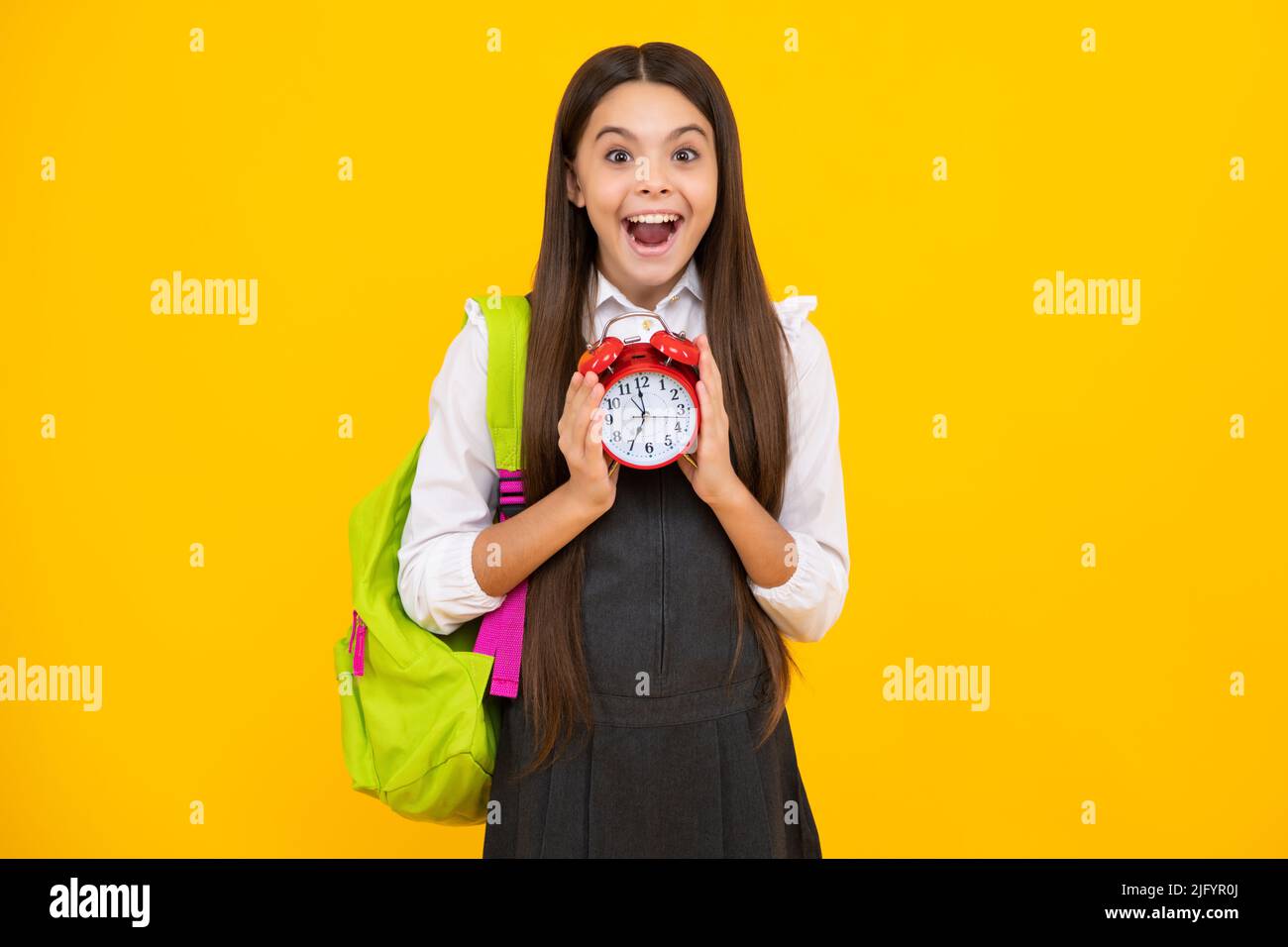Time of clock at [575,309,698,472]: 6:59
